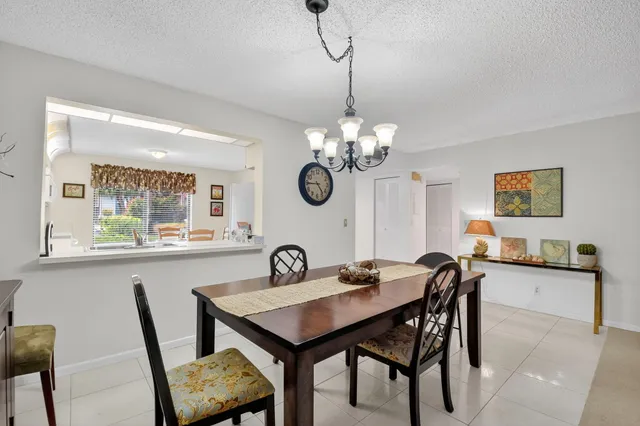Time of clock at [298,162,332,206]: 4:44
